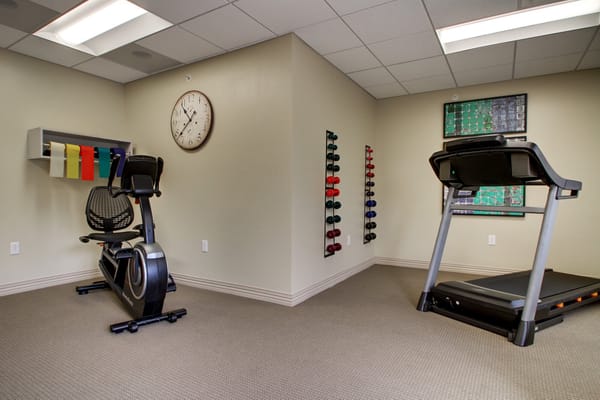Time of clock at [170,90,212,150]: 10:38
